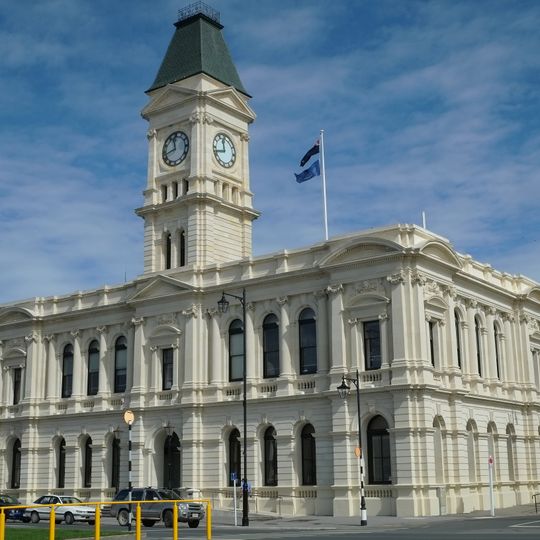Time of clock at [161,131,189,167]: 11:42
